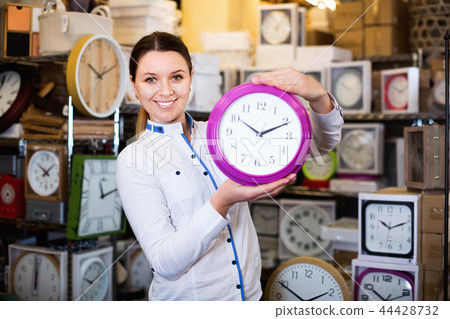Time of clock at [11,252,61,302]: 5:59
